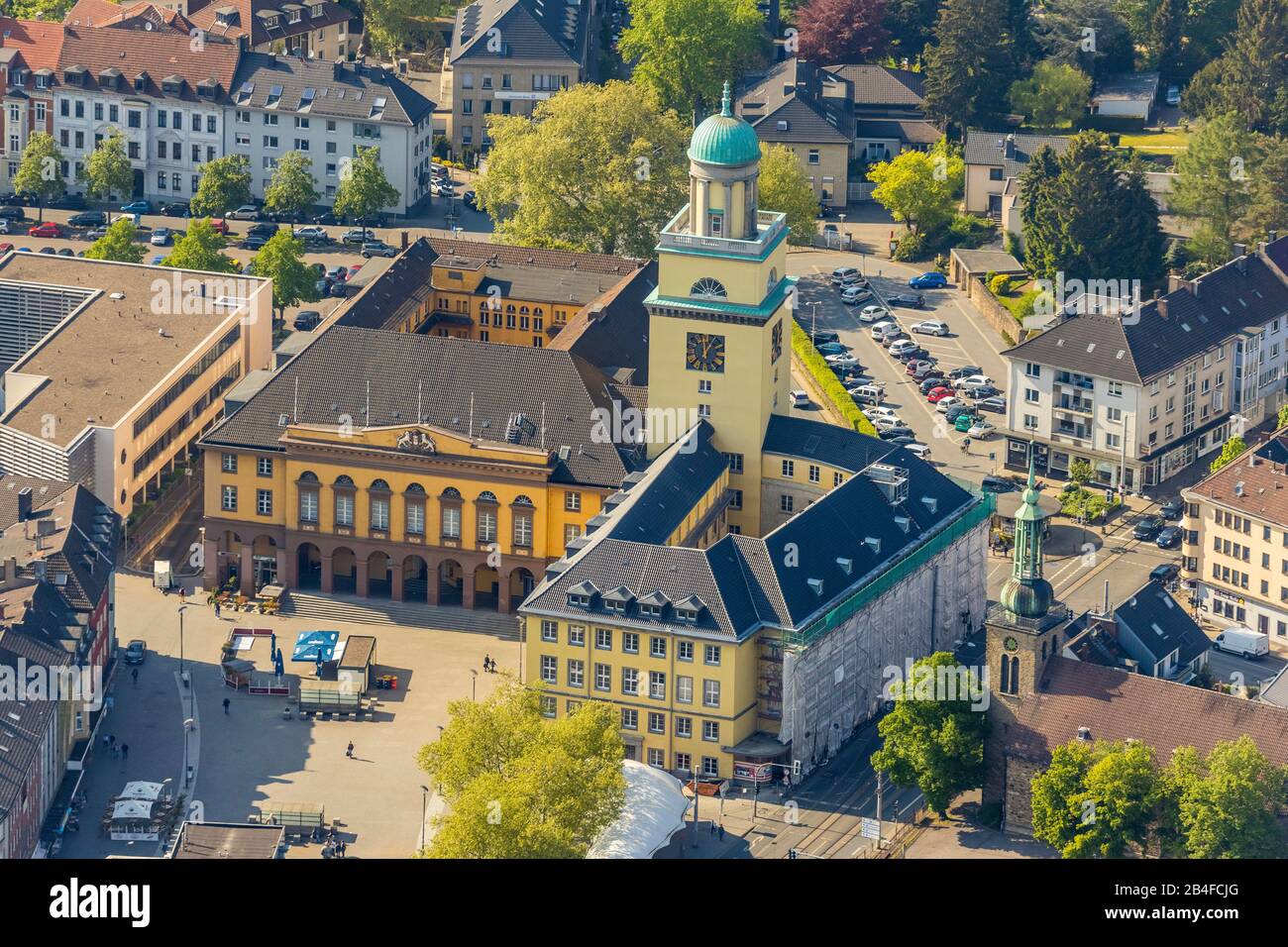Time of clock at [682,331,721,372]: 12:05
